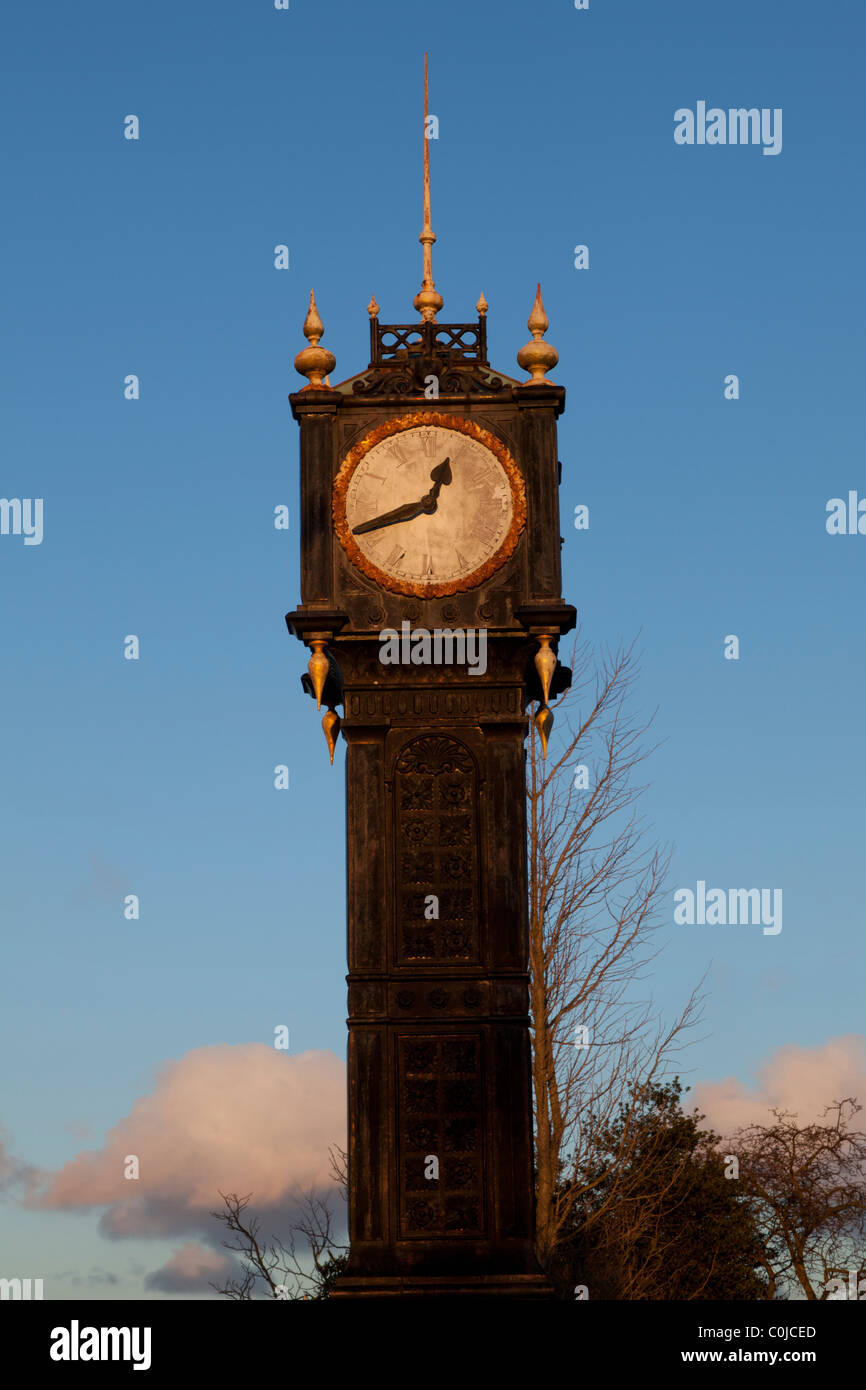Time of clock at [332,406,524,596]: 12:41
